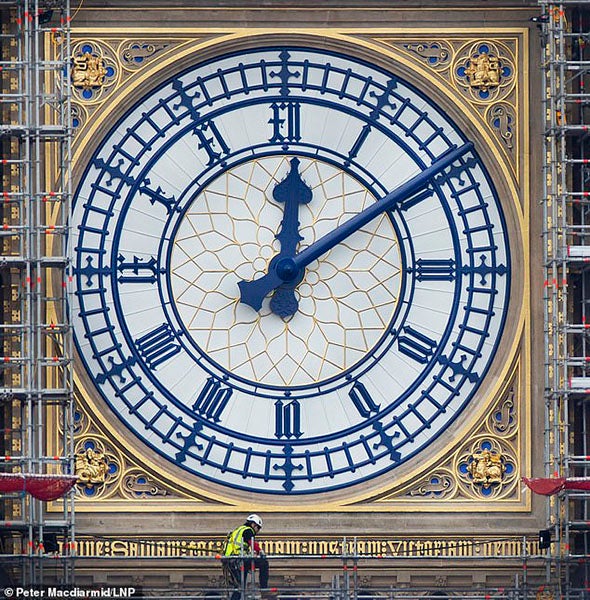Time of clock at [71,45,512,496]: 12:09
